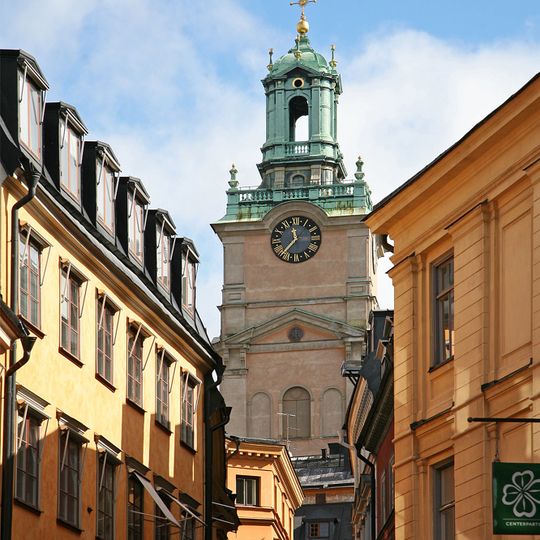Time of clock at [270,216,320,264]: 11:35
